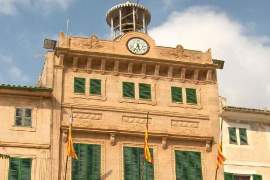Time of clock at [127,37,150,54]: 5:33
